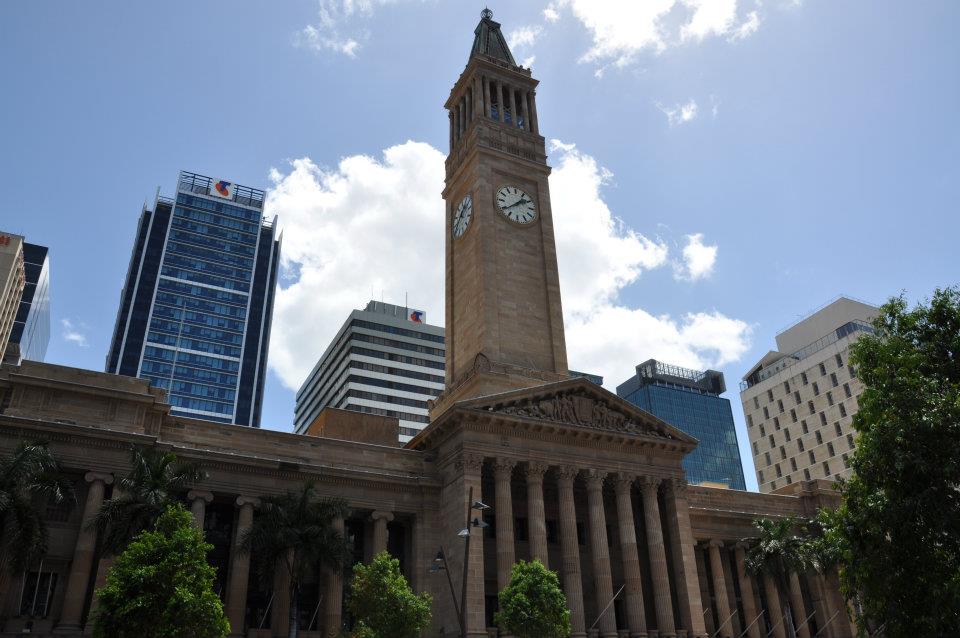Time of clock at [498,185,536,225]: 1:39
